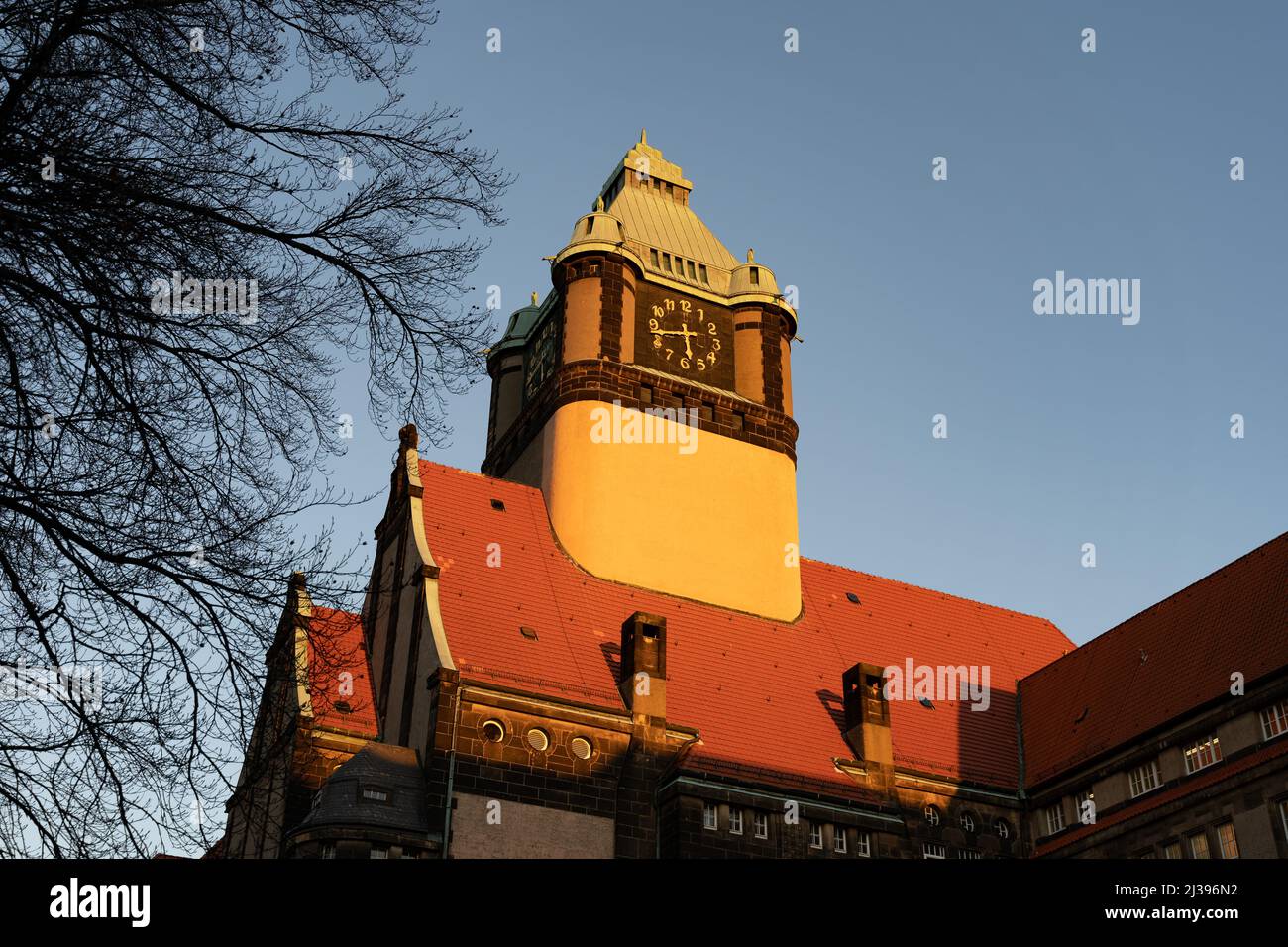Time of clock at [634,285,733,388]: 5:42
